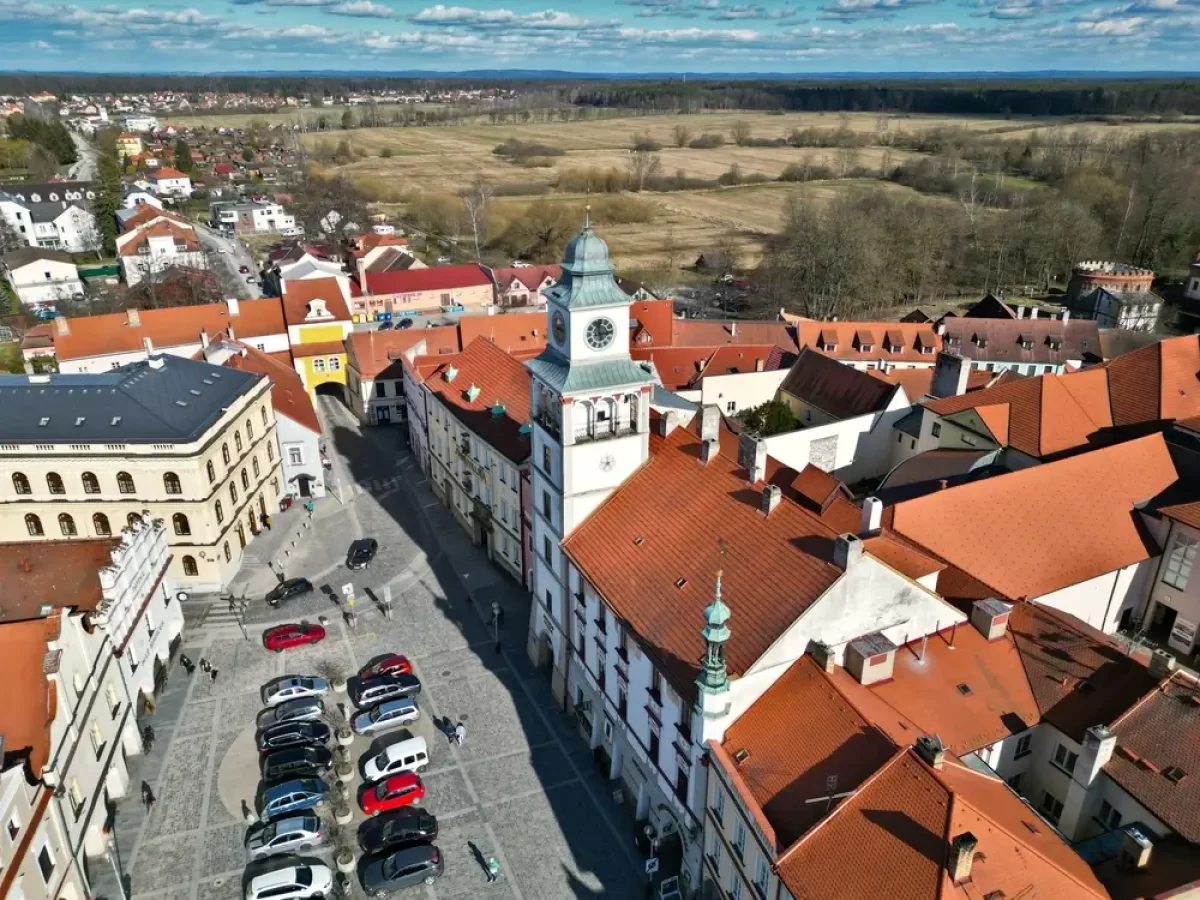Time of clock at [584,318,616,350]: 5:14
